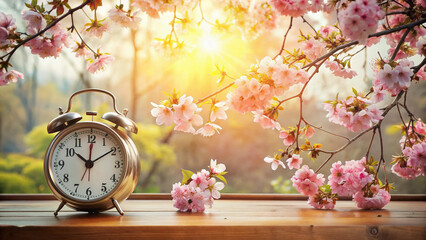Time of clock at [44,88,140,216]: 10:09
